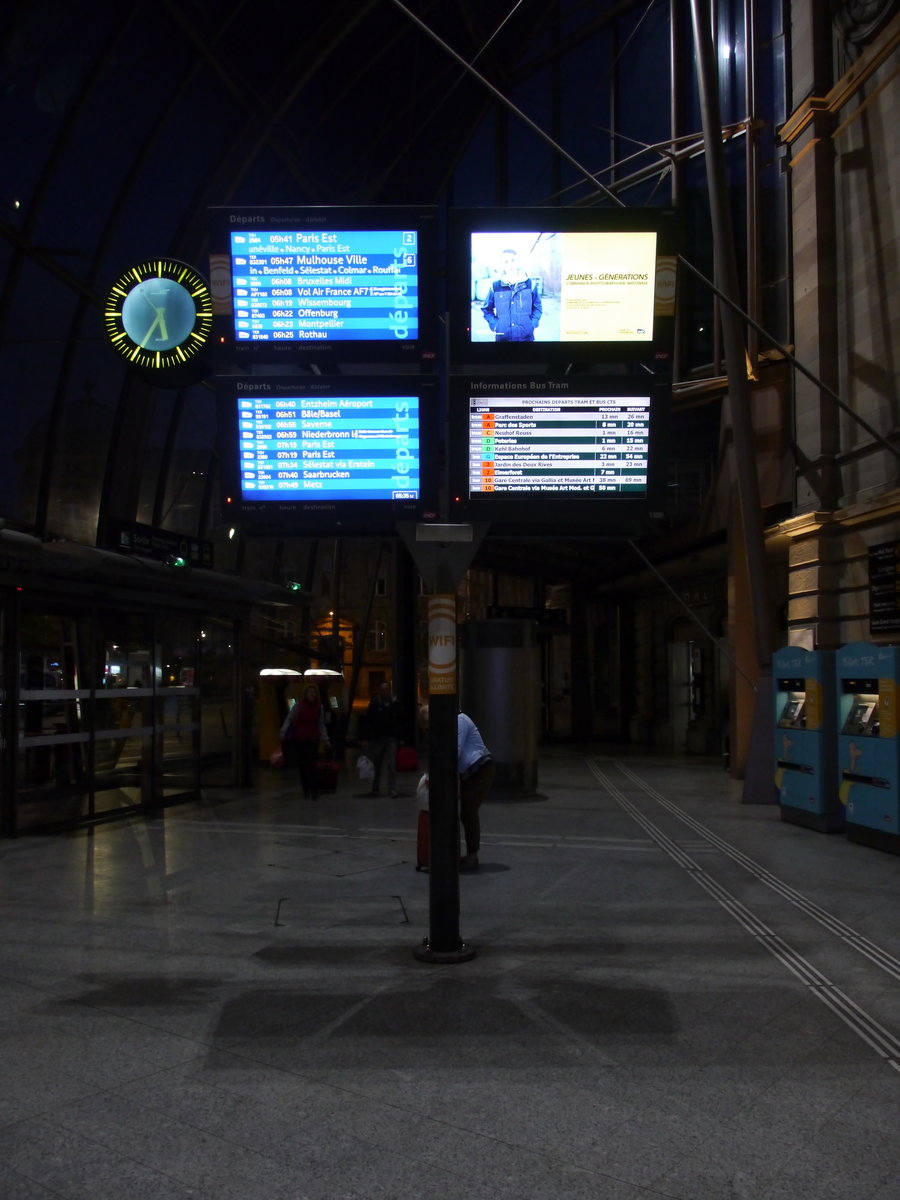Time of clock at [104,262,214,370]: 5:34
